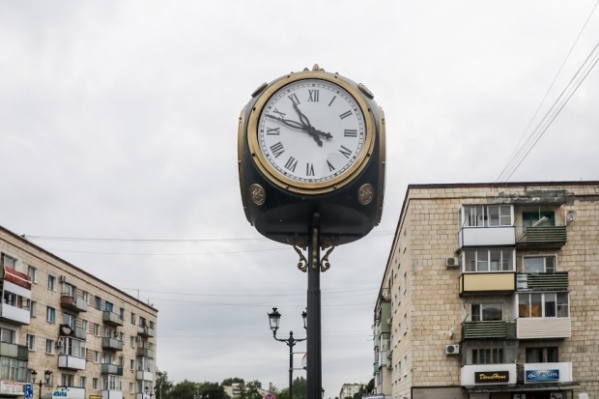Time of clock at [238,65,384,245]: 10:48
